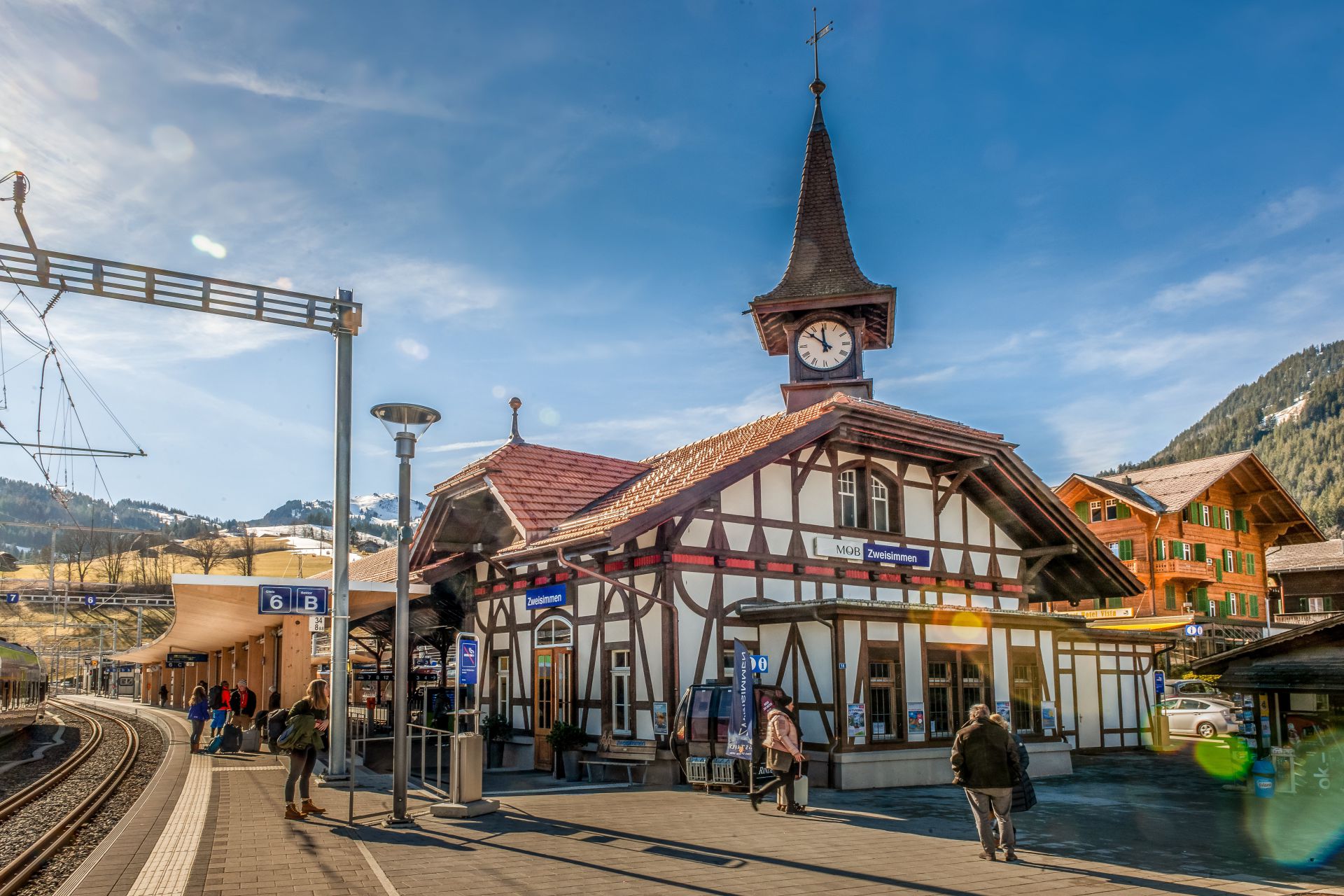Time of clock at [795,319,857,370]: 11:51
